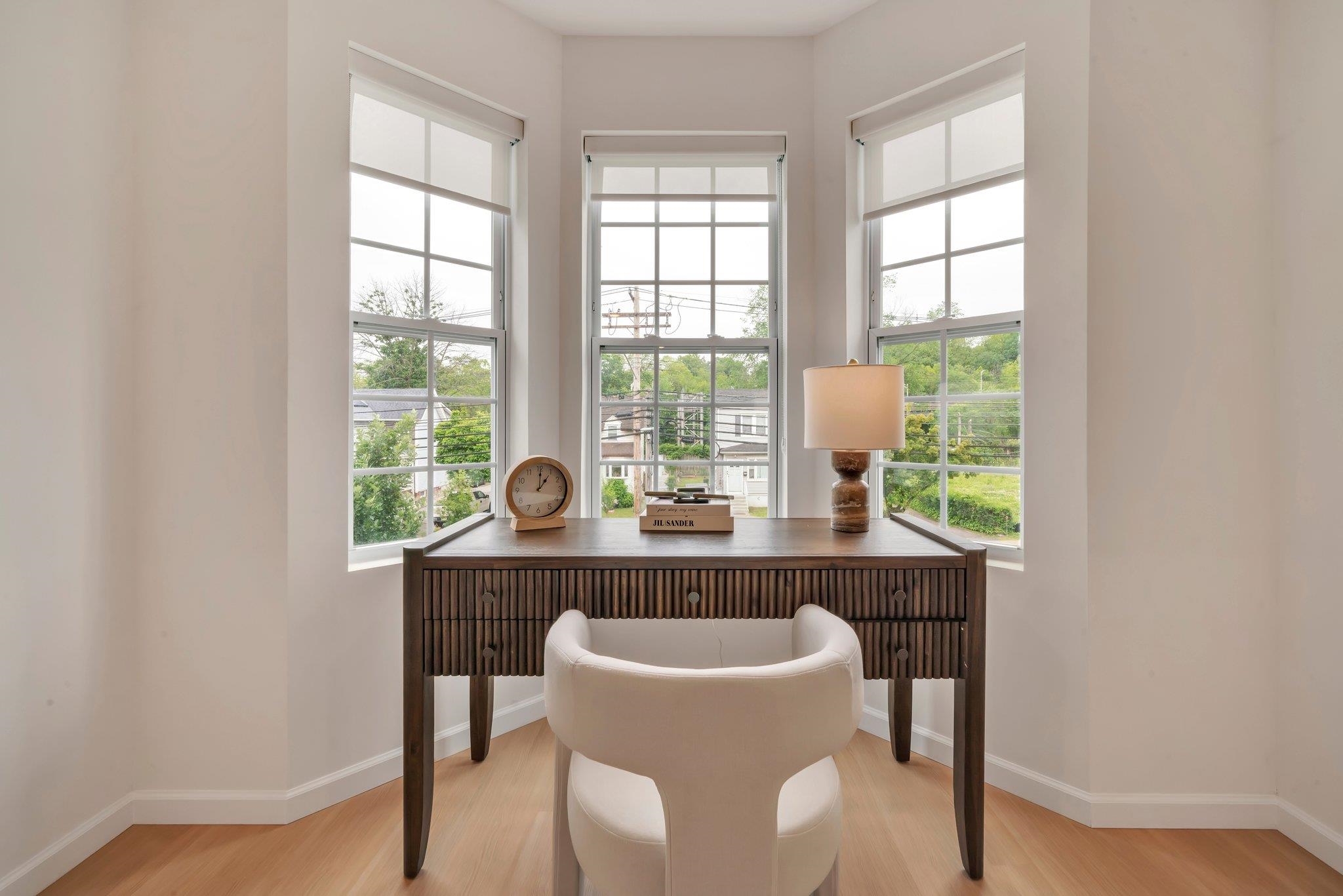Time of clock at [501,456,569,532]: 1:00
